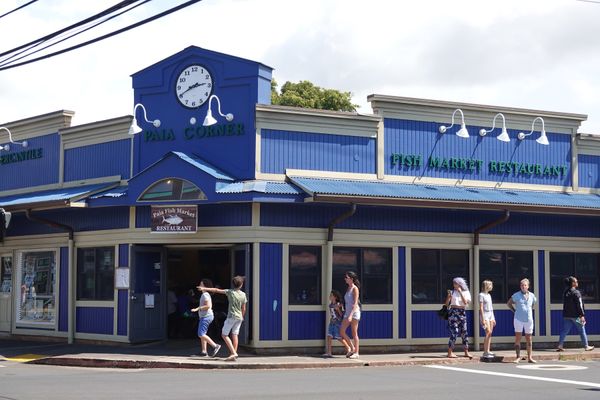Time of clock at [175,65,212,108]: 2:40
